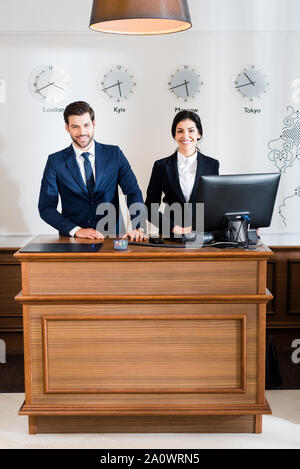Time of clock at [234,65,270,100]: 10:42
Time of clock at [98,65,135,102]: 5:41
